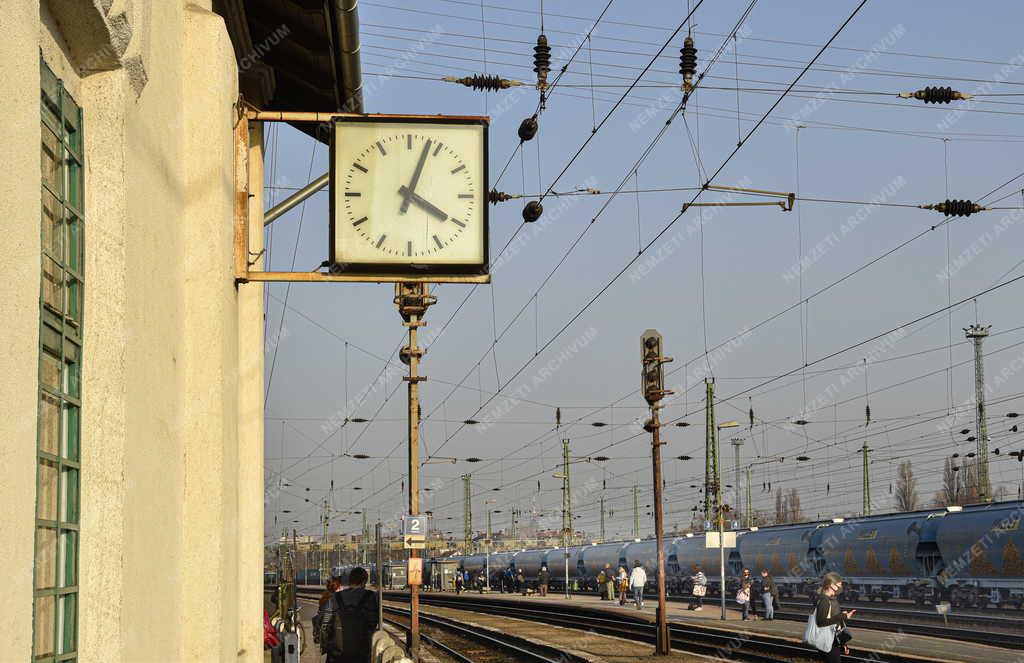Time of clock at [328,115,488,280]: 4:03
